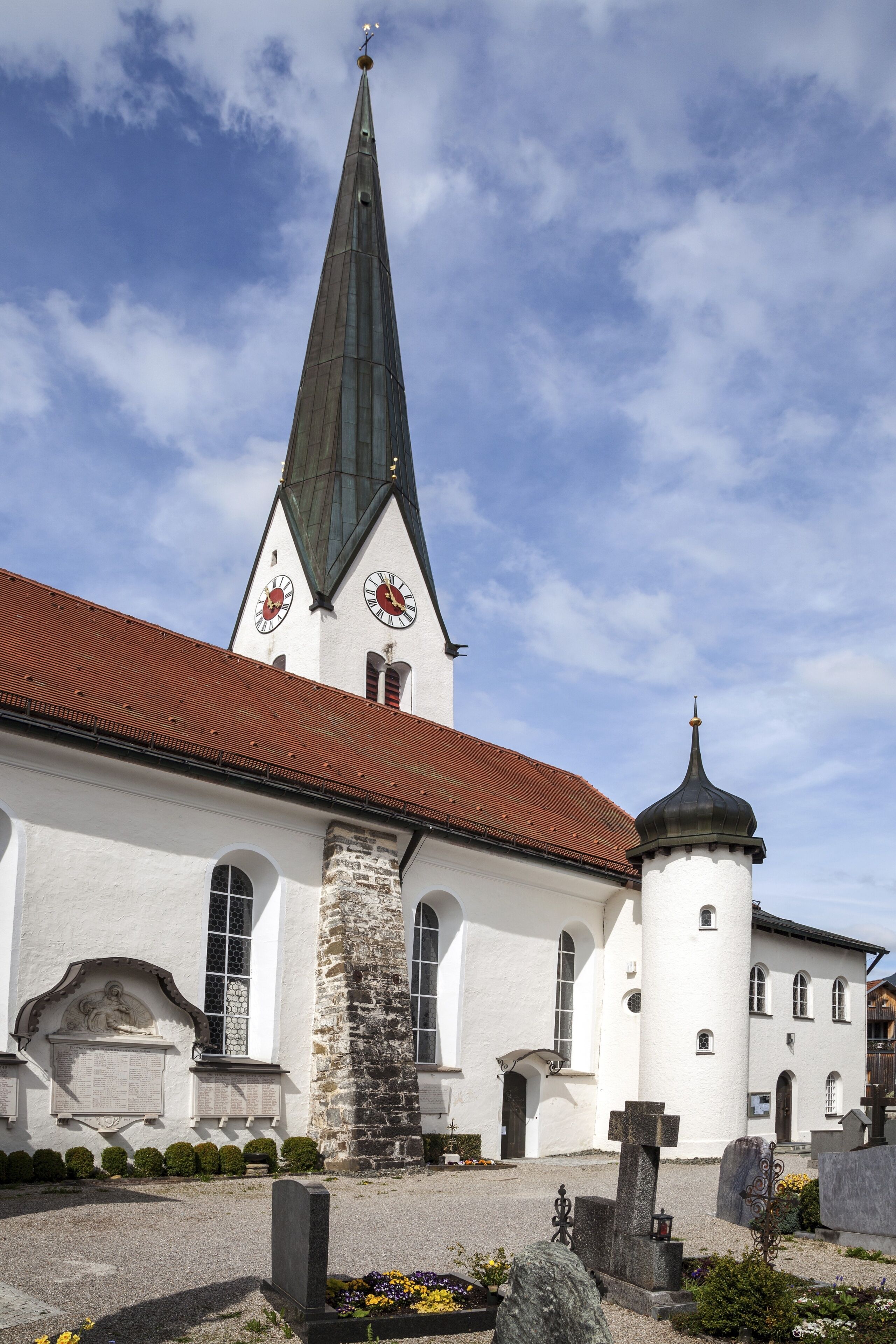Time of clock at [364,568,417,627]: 3:57
